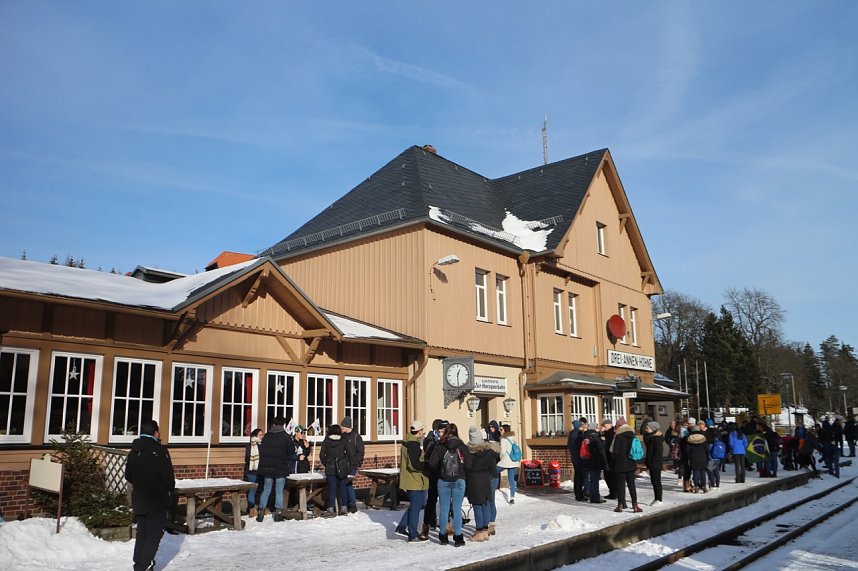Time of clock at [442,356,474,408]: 12:29
